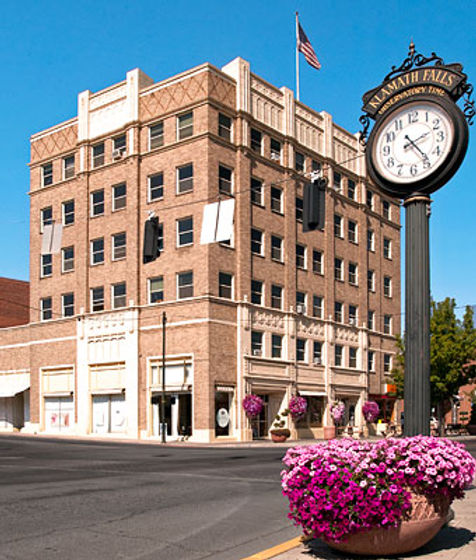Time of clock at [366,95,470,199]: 2:23
